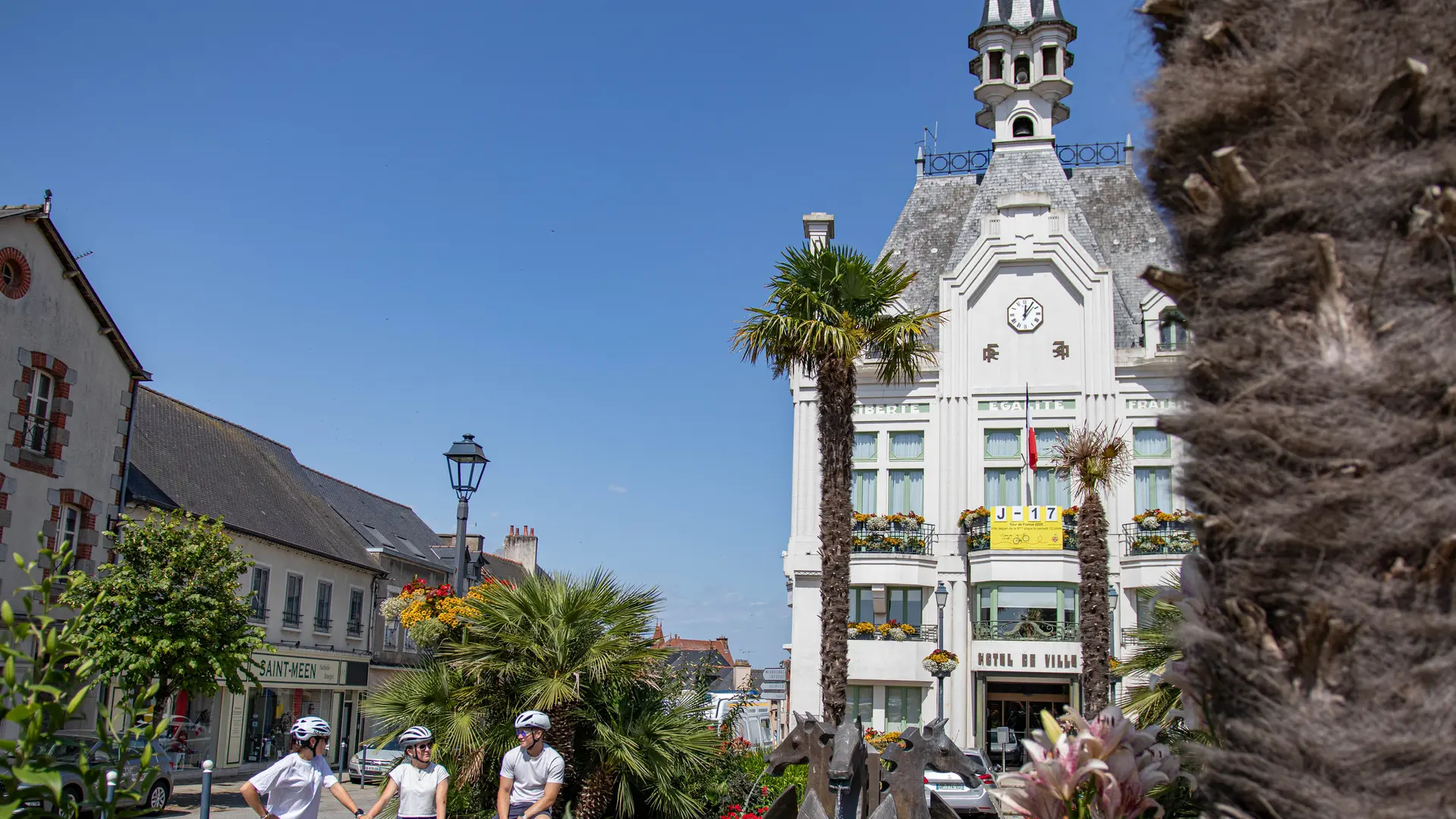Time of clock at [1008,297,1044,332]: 12:05
